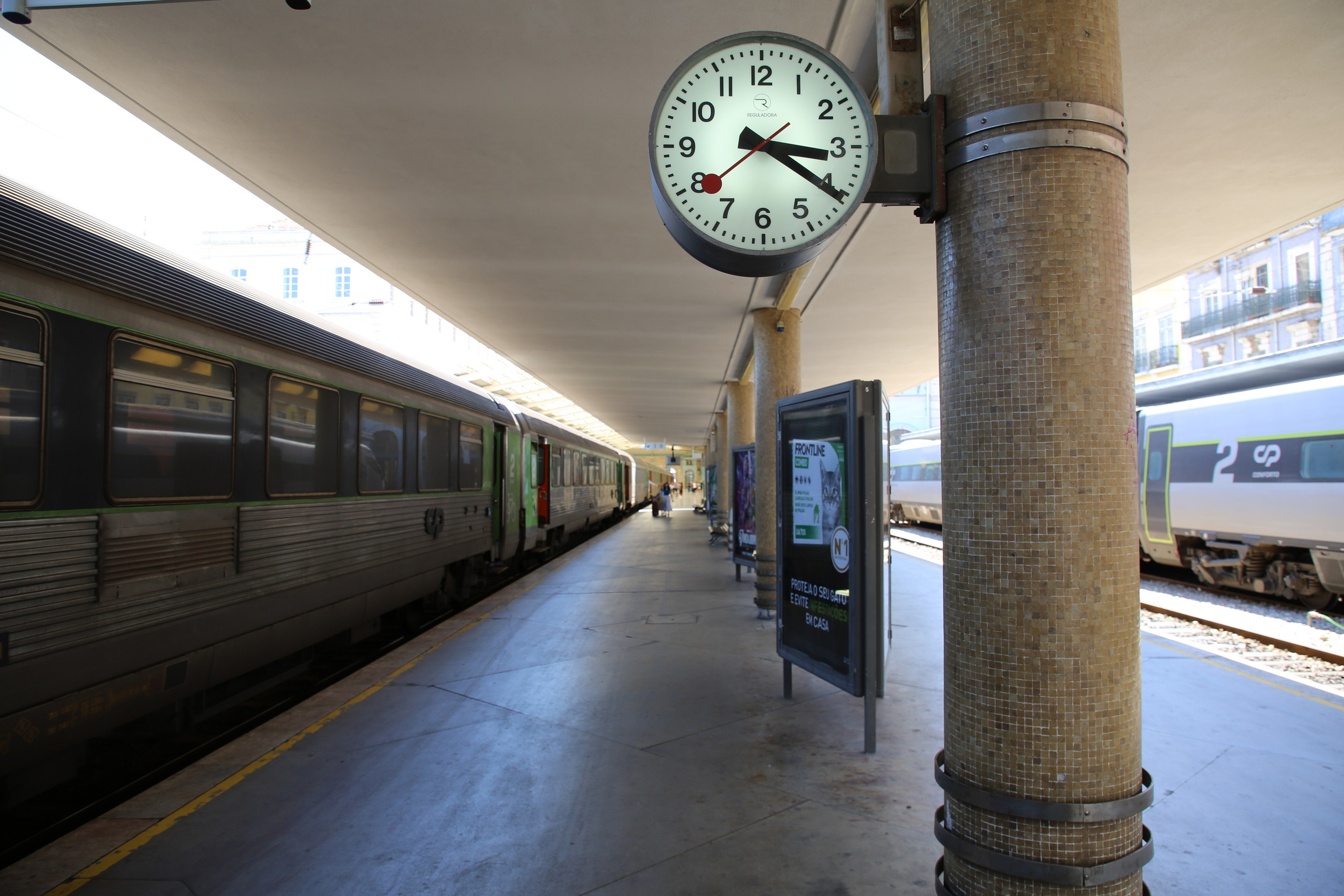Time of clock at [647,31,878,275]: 3:20
